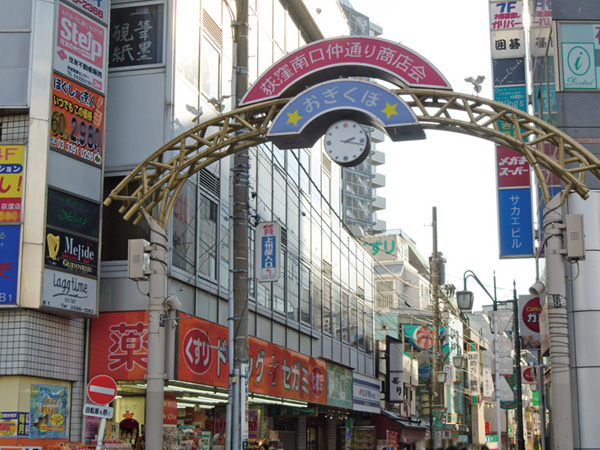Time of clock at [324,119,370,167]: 2:17
